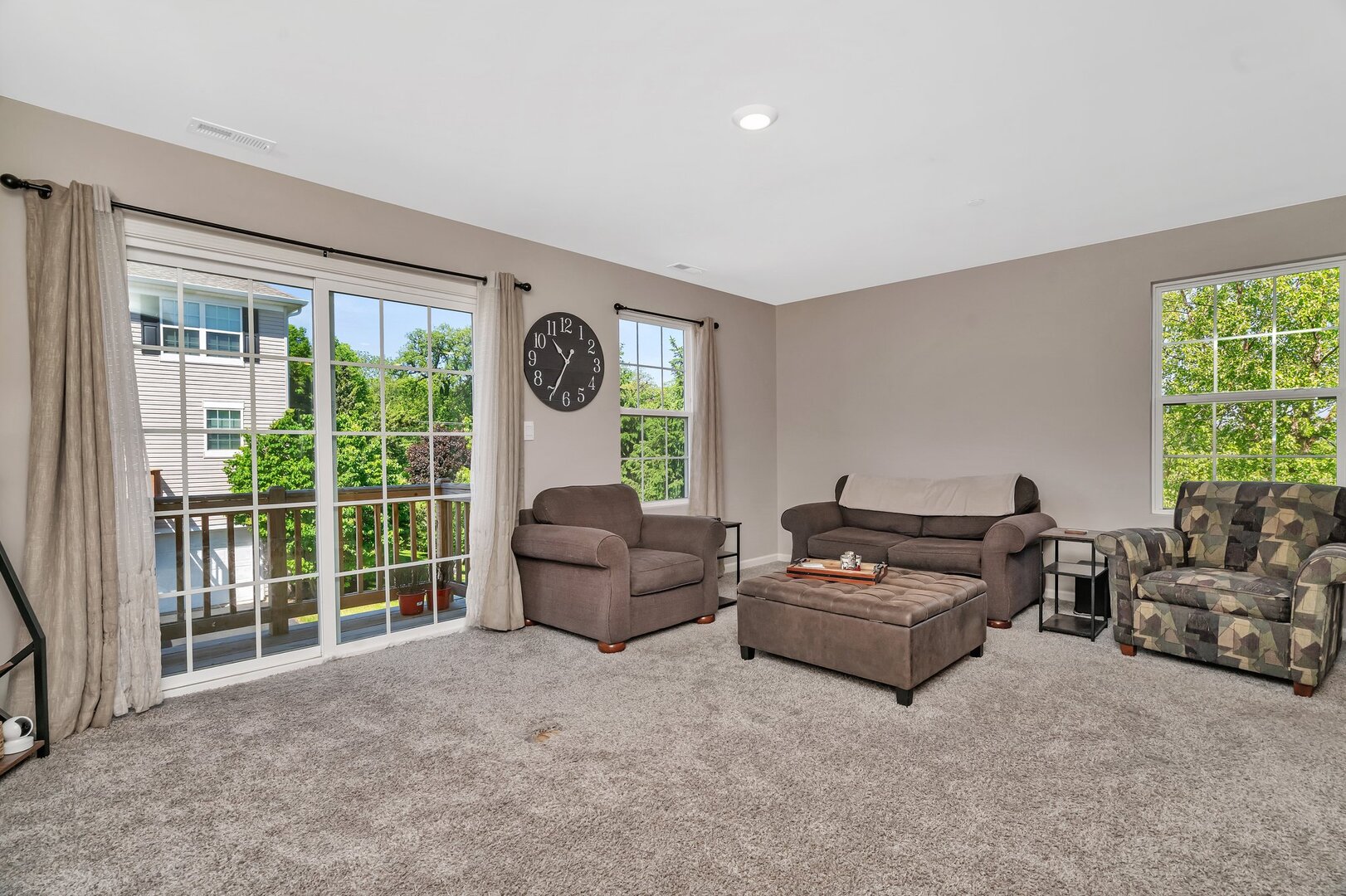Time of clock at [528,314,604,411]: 10:34
